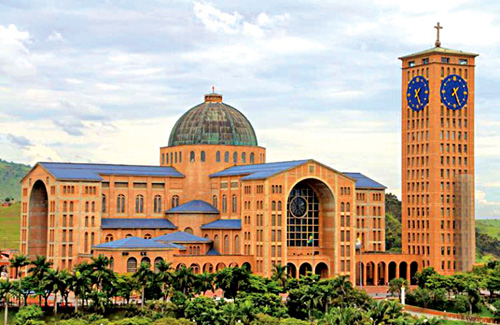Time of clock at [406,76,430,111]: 1:26
